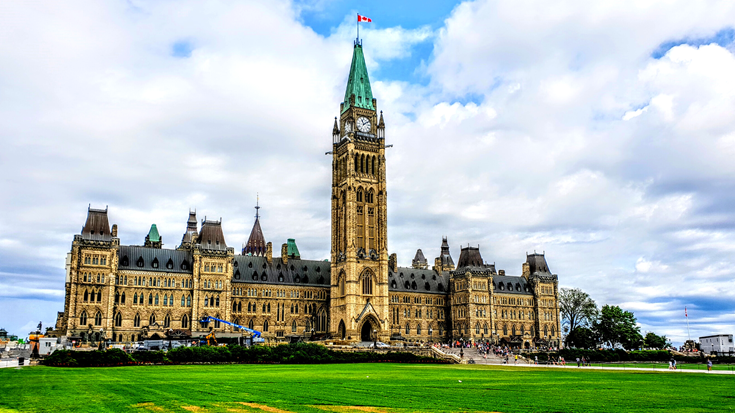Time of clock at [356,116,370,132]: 11:09
